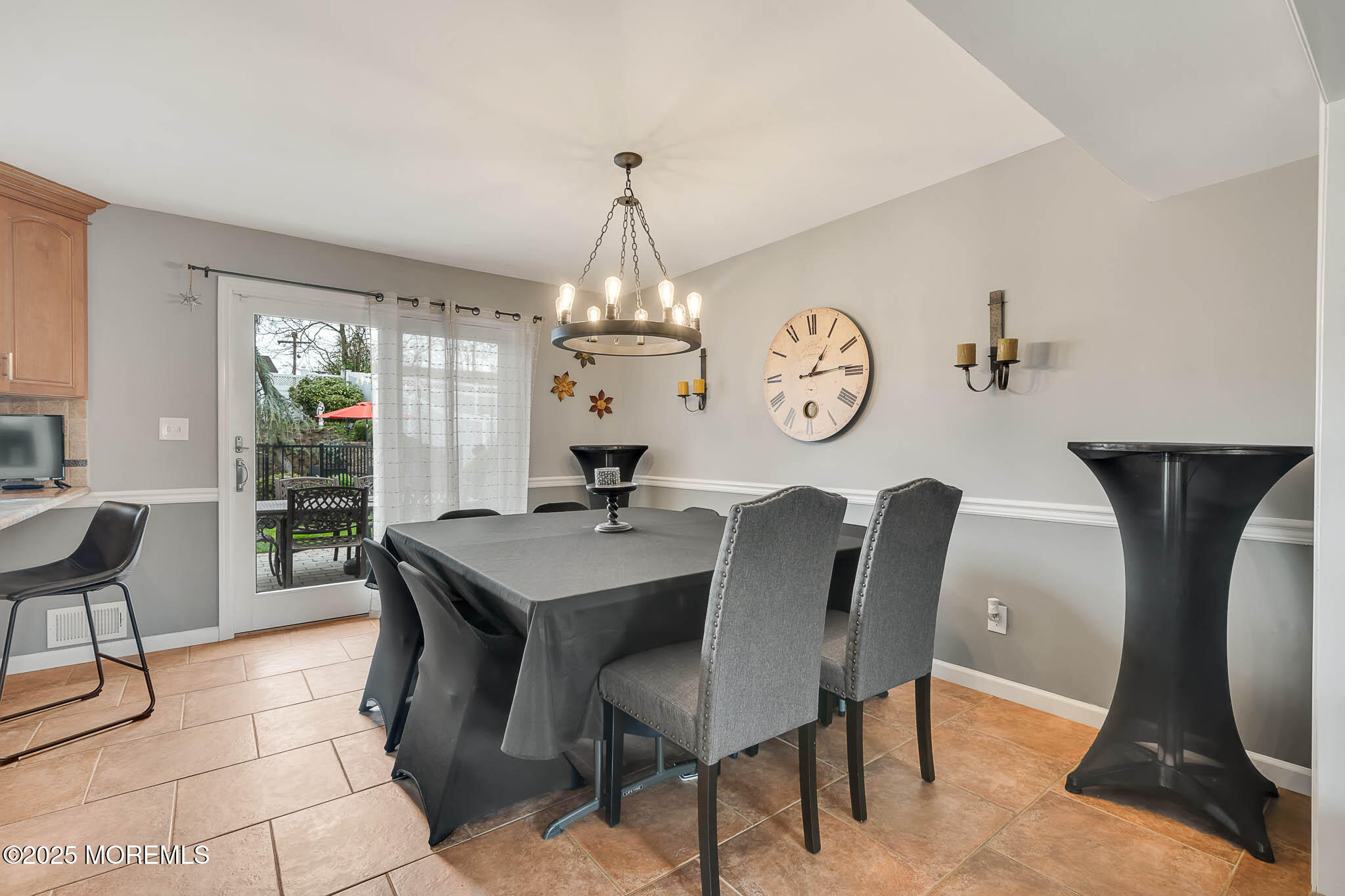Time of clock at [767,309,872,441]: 1:13
